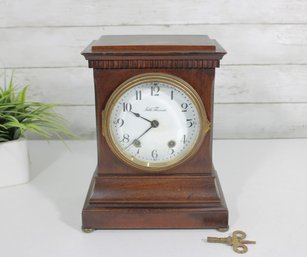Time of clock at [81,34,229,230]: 7:49
